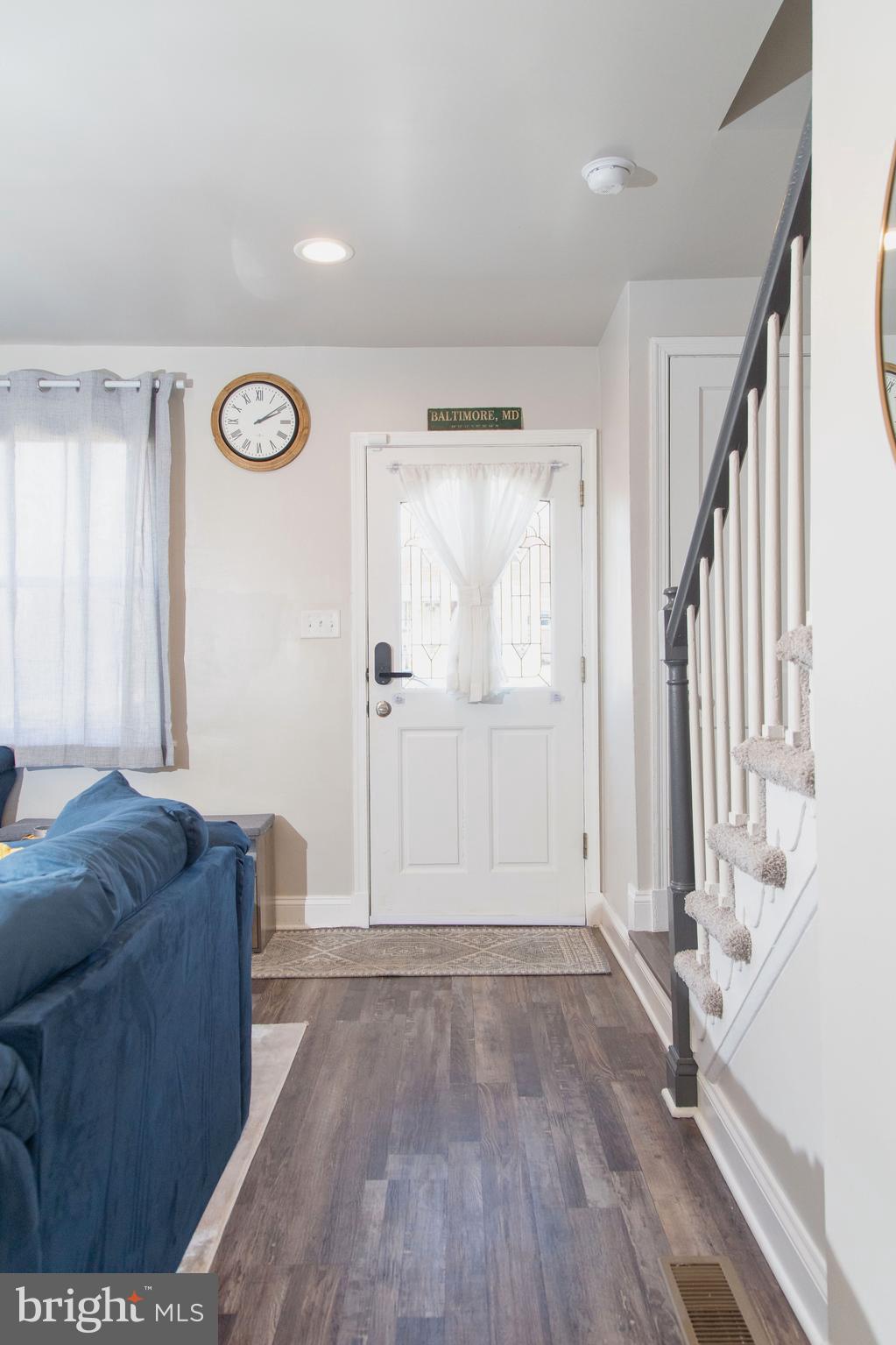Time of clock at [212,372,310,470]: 2:09
